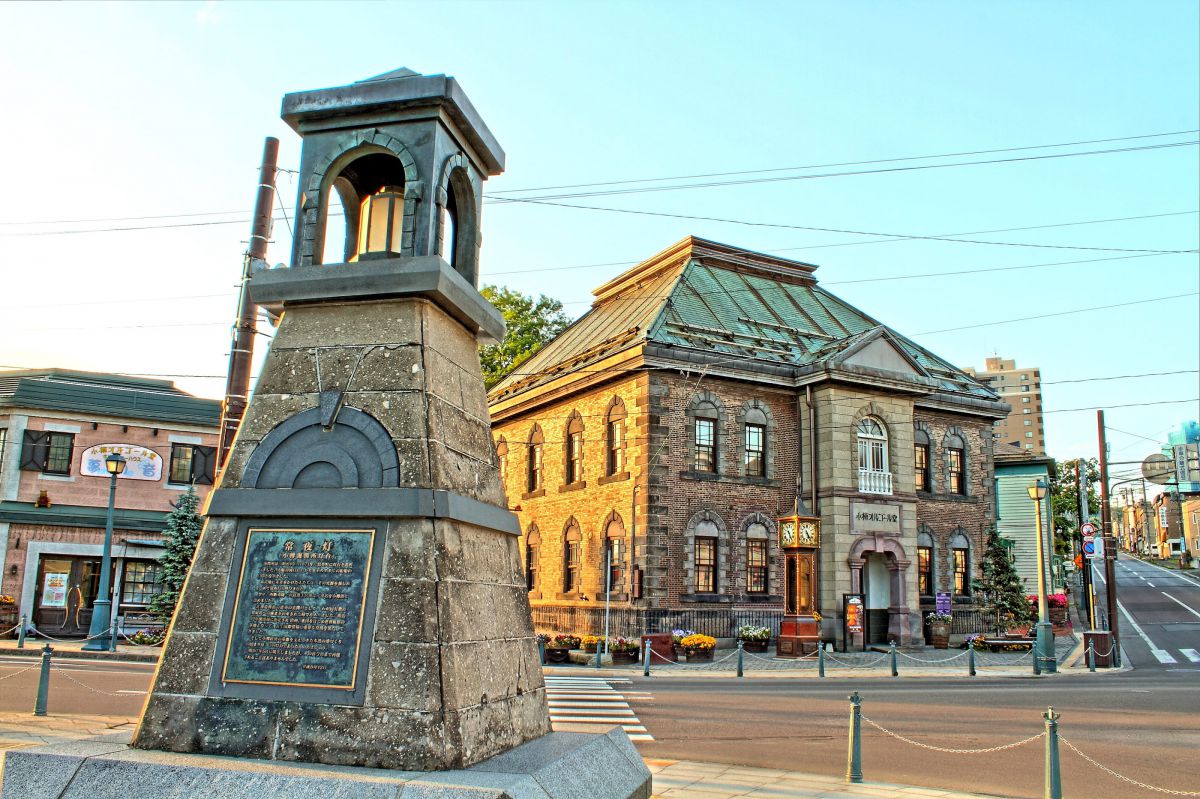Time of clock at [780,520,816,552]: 5:24
